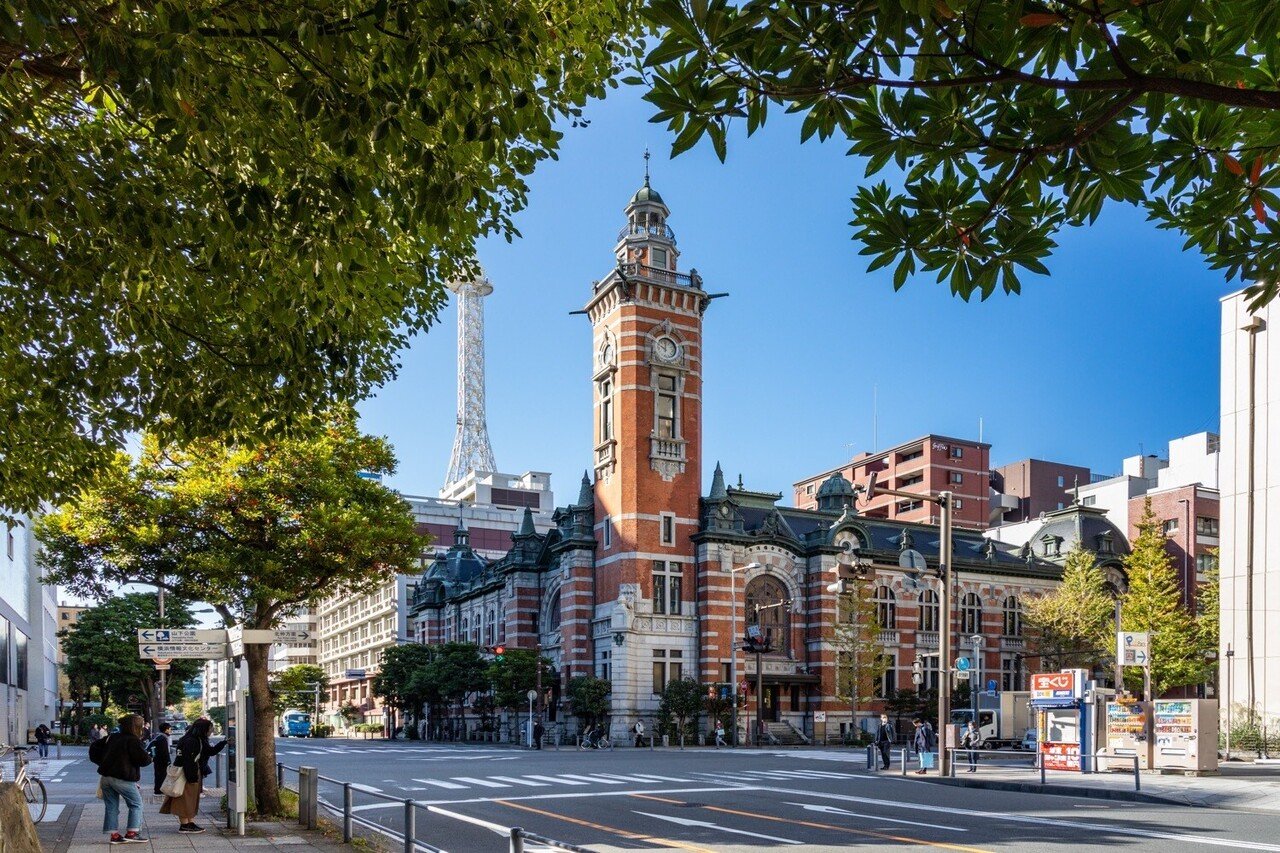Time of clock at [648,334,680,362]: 10:00
